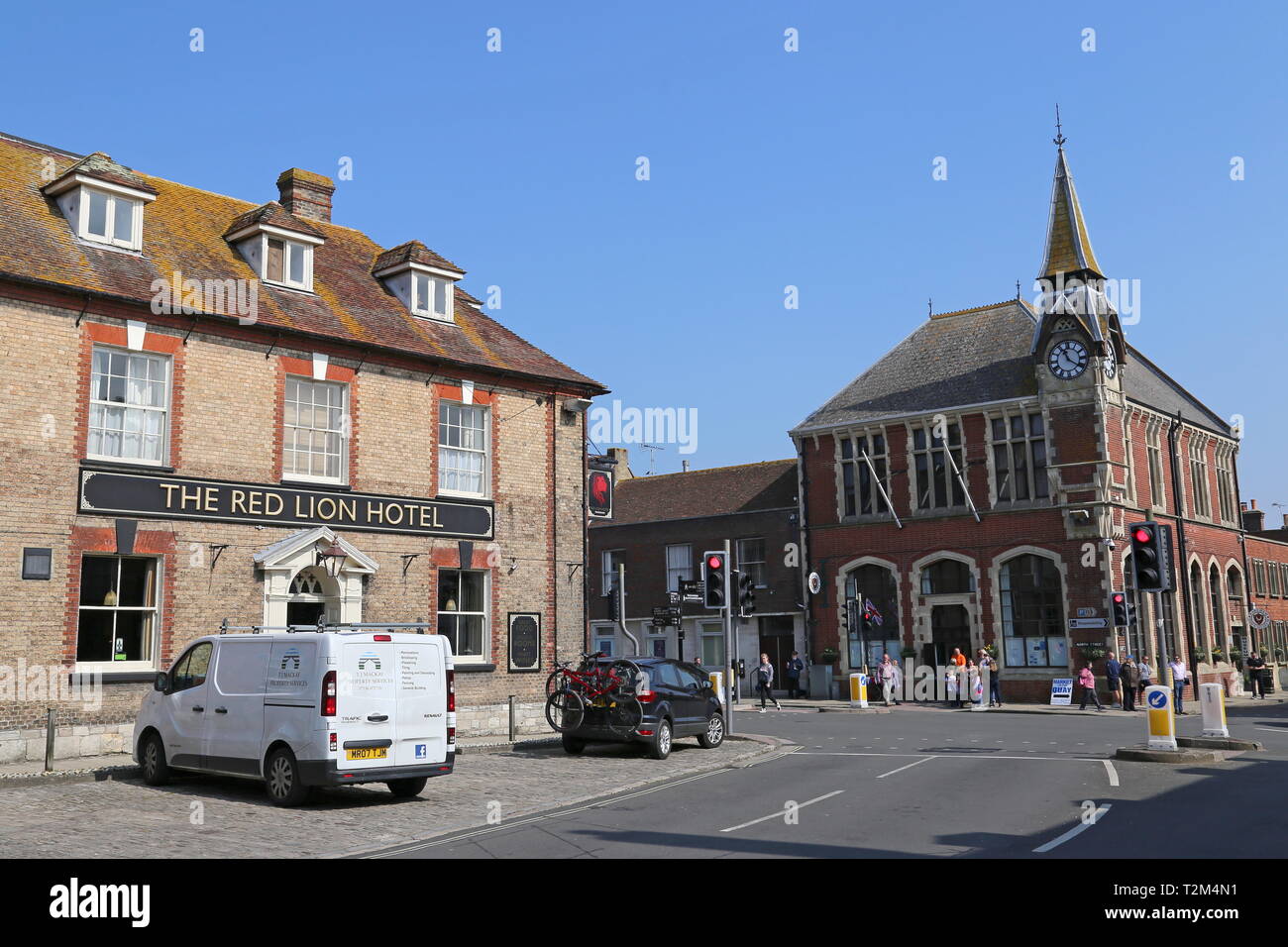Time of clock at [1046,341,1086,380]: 11:20
